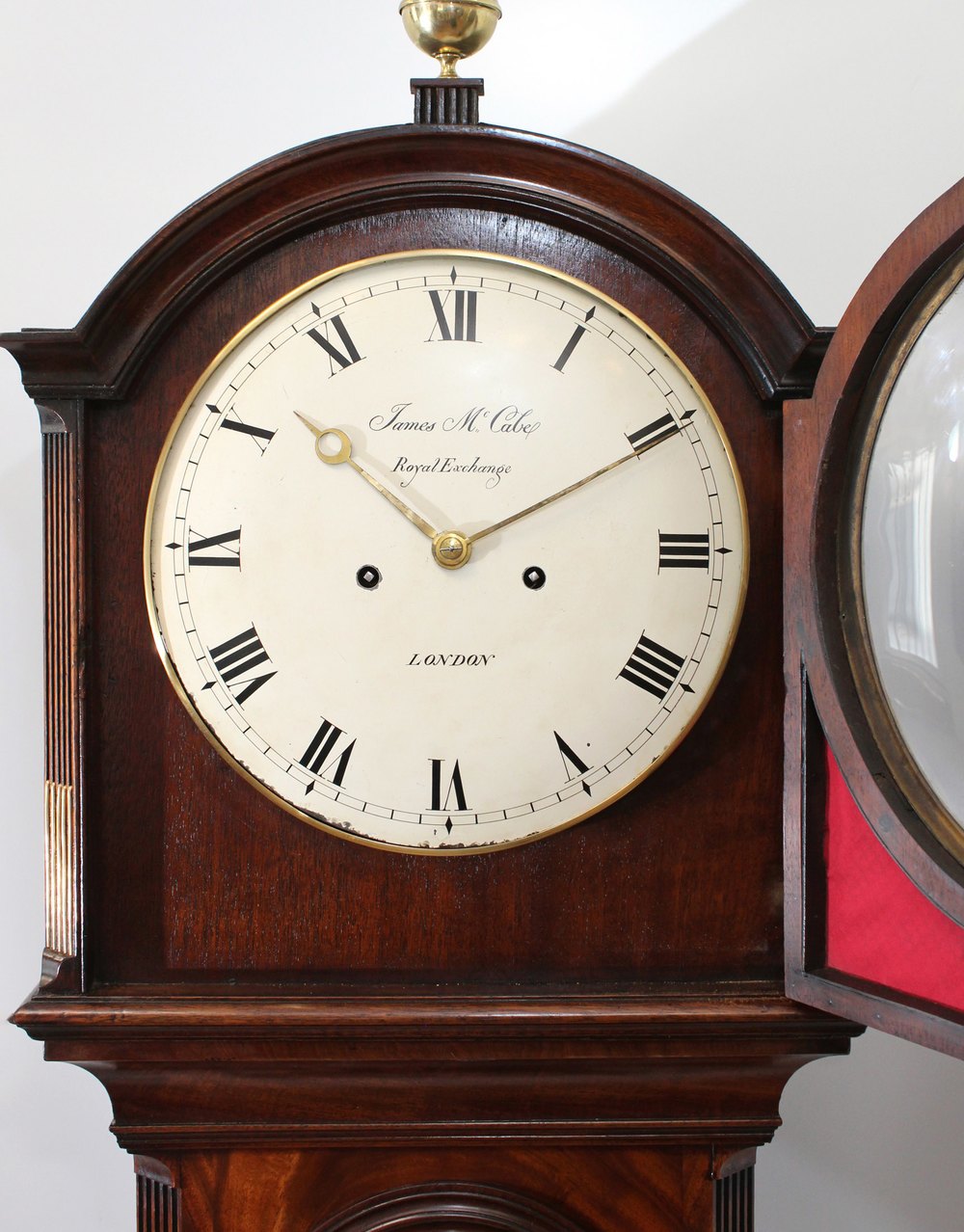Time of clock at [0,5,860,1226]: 10:10
